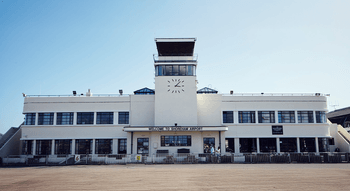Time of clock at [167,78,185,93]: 3:07
